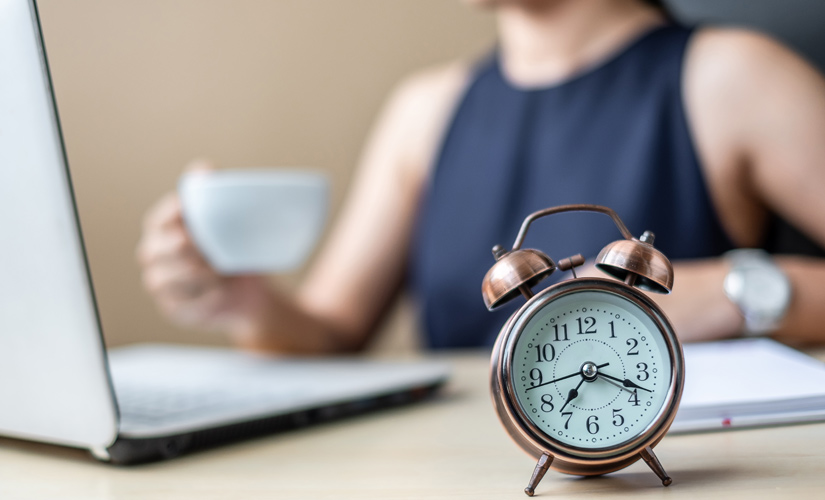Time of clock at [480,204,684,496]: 7:18
